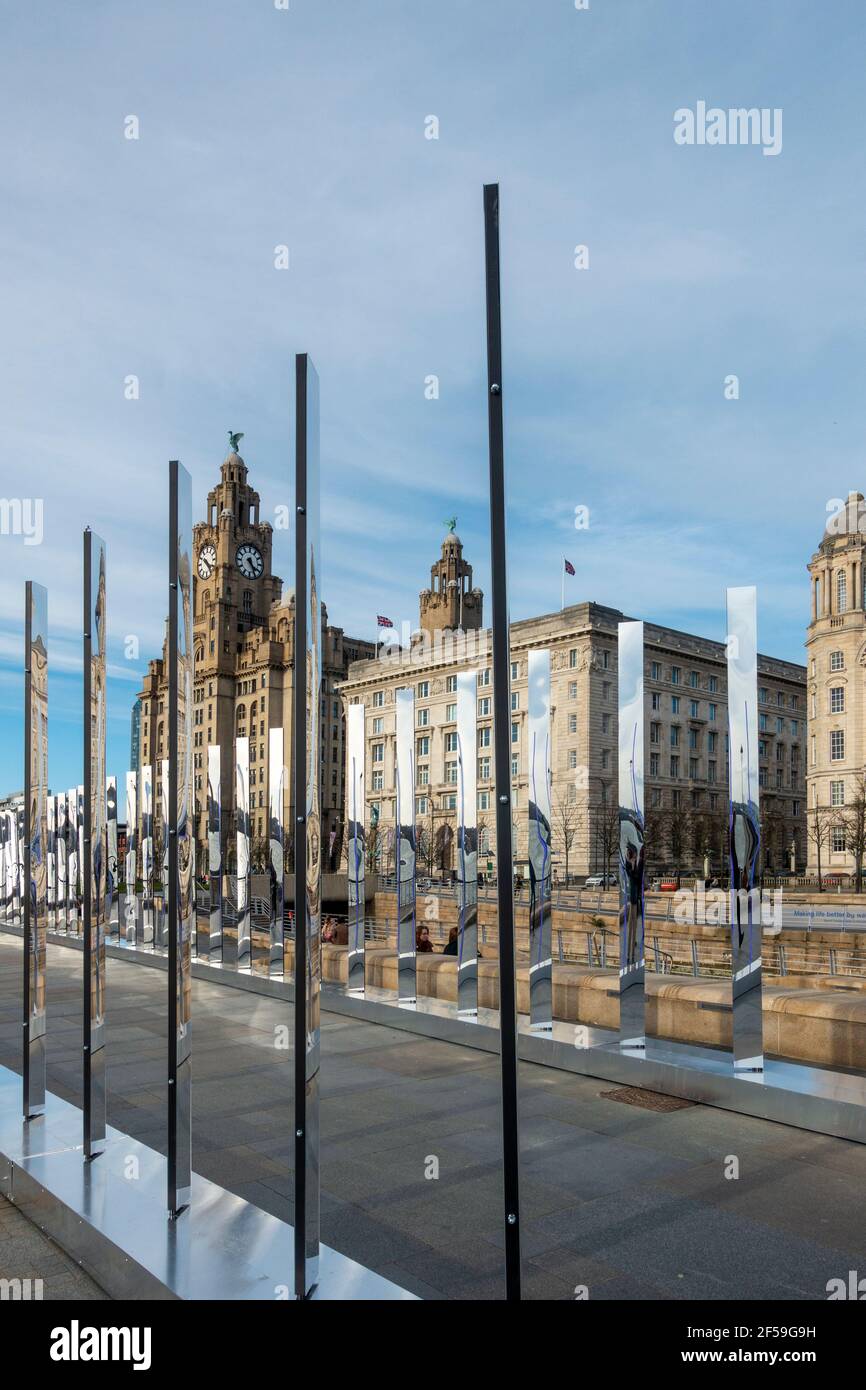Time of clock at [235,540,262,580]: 4:26
